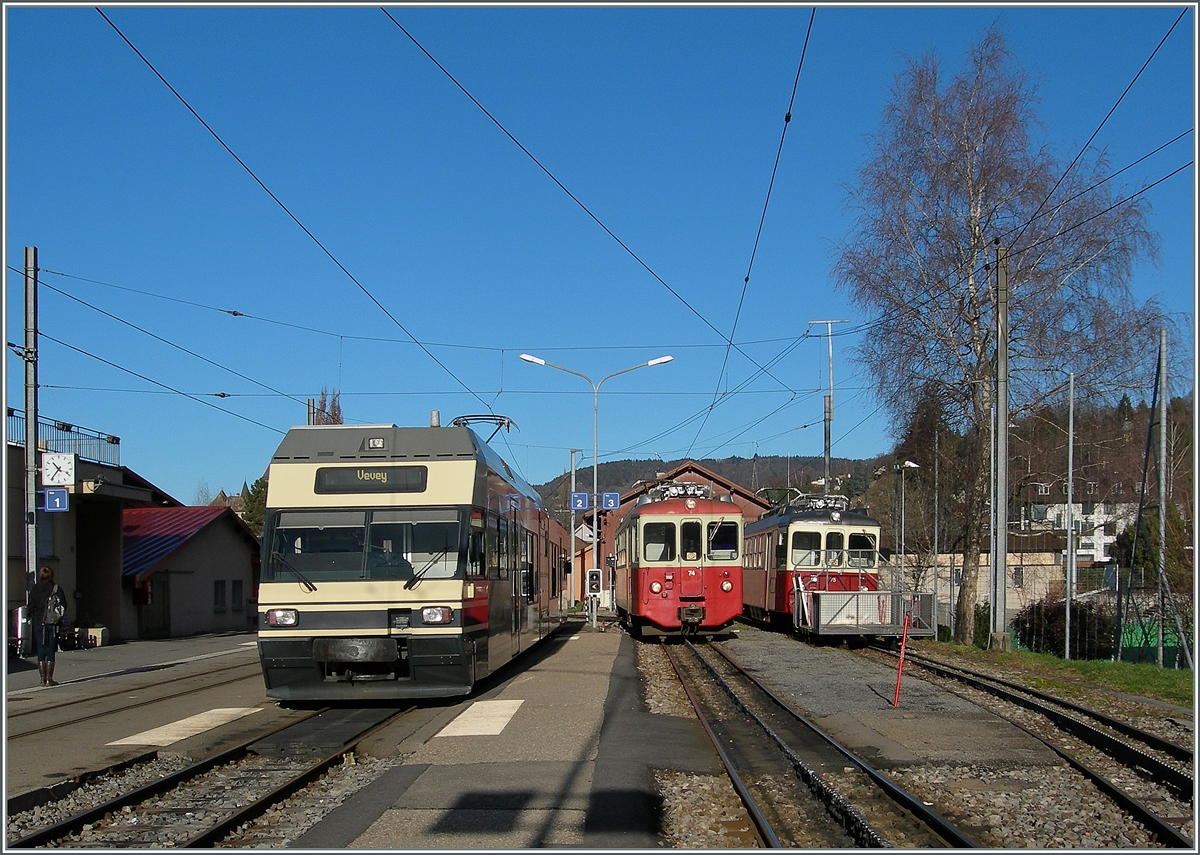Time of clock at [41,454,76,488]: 10:36
